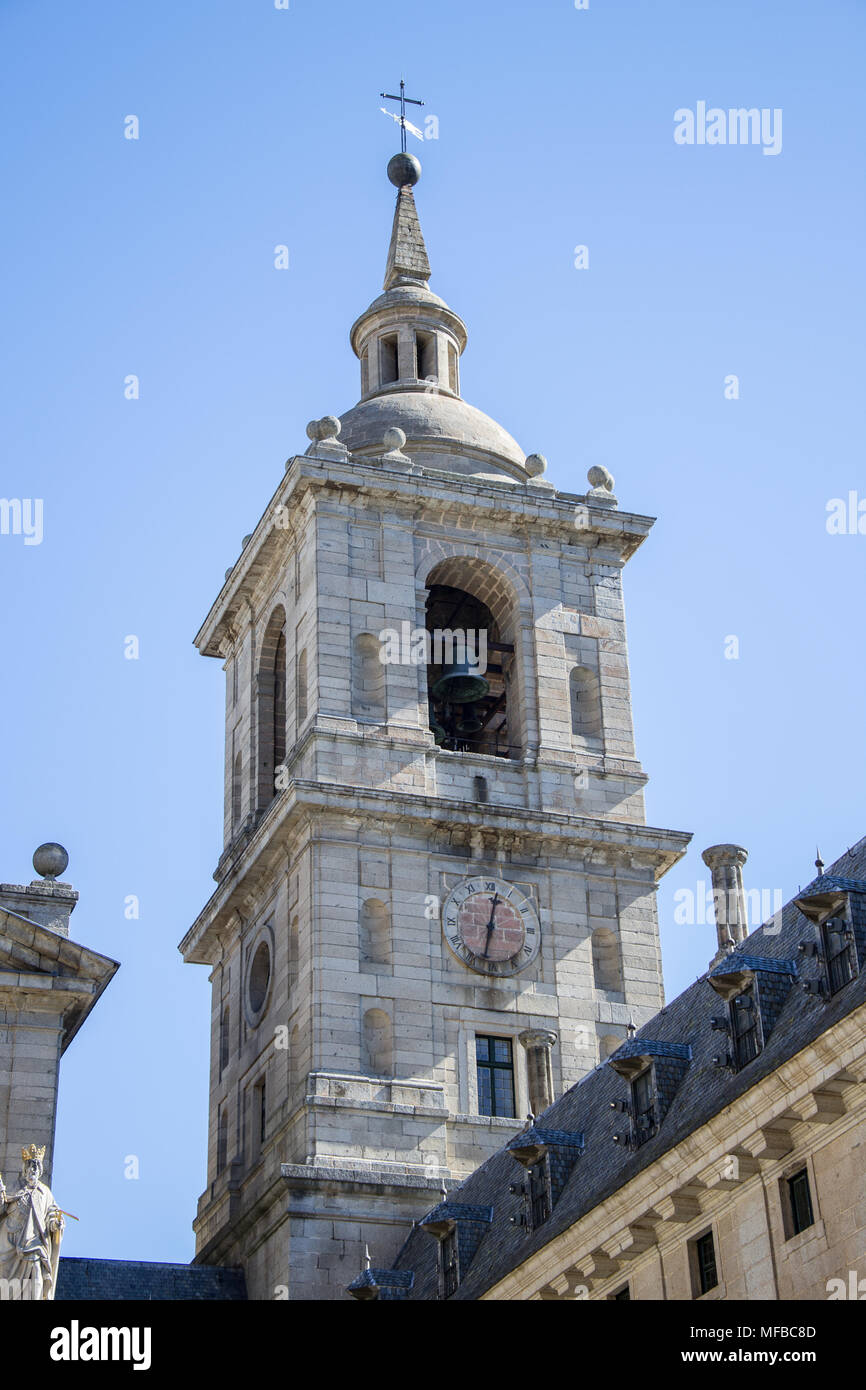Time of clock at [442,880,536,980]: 12:32
